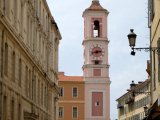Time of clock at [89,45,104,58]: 2:42
